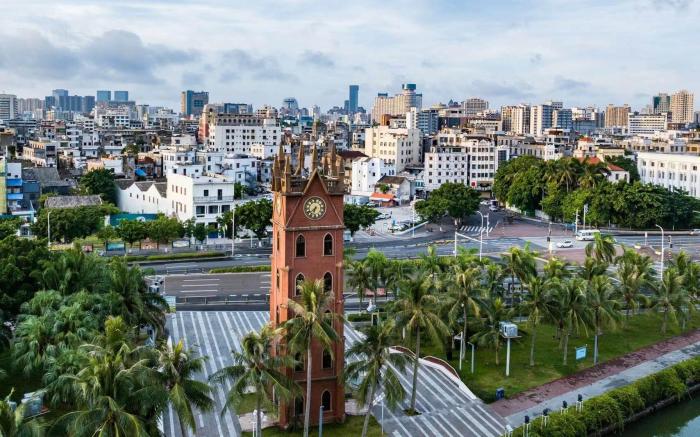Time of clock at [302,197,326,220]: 6:38
